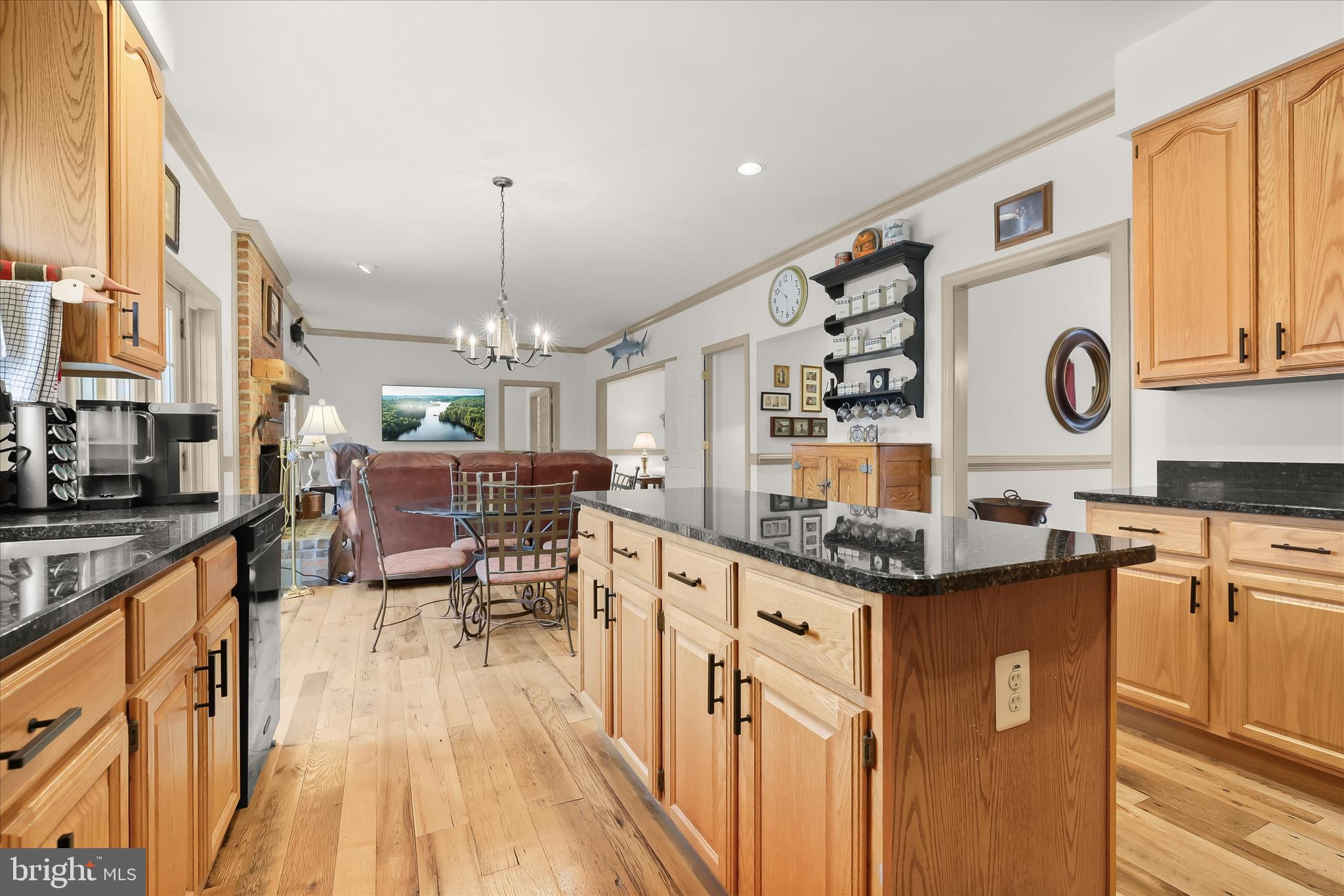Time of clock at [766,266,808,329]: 5:51
